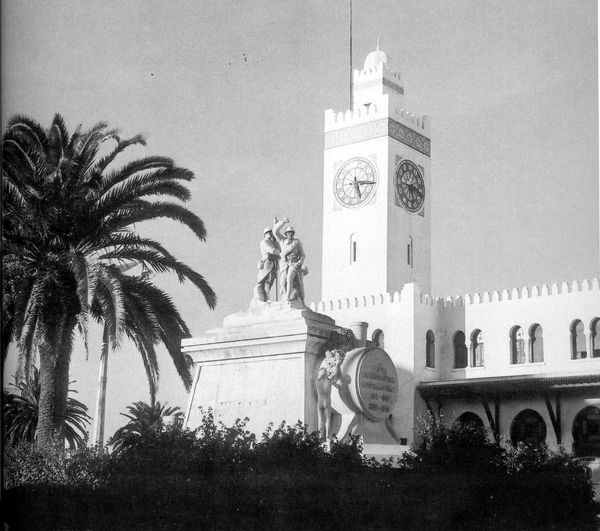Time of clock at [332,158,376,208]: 5:15
